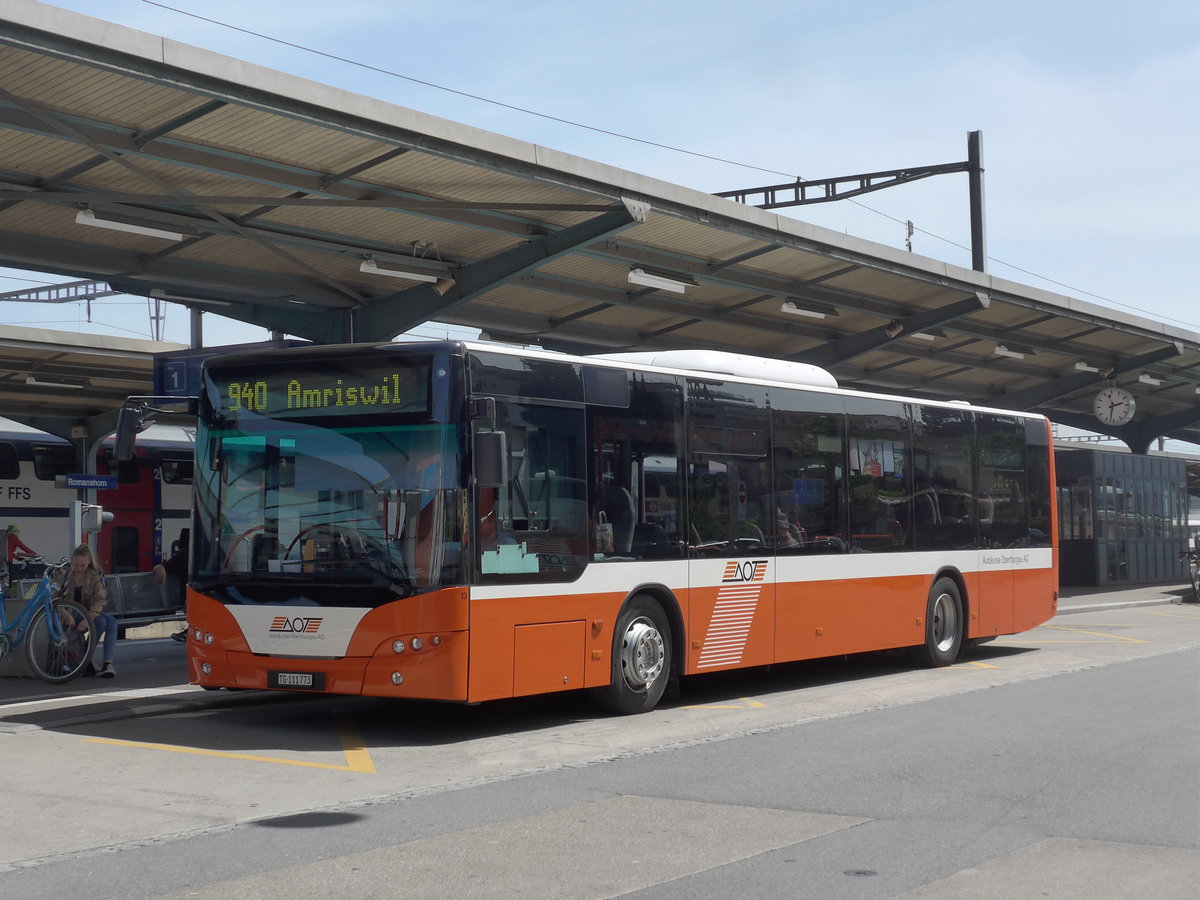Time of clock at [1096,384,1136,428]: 2:32
